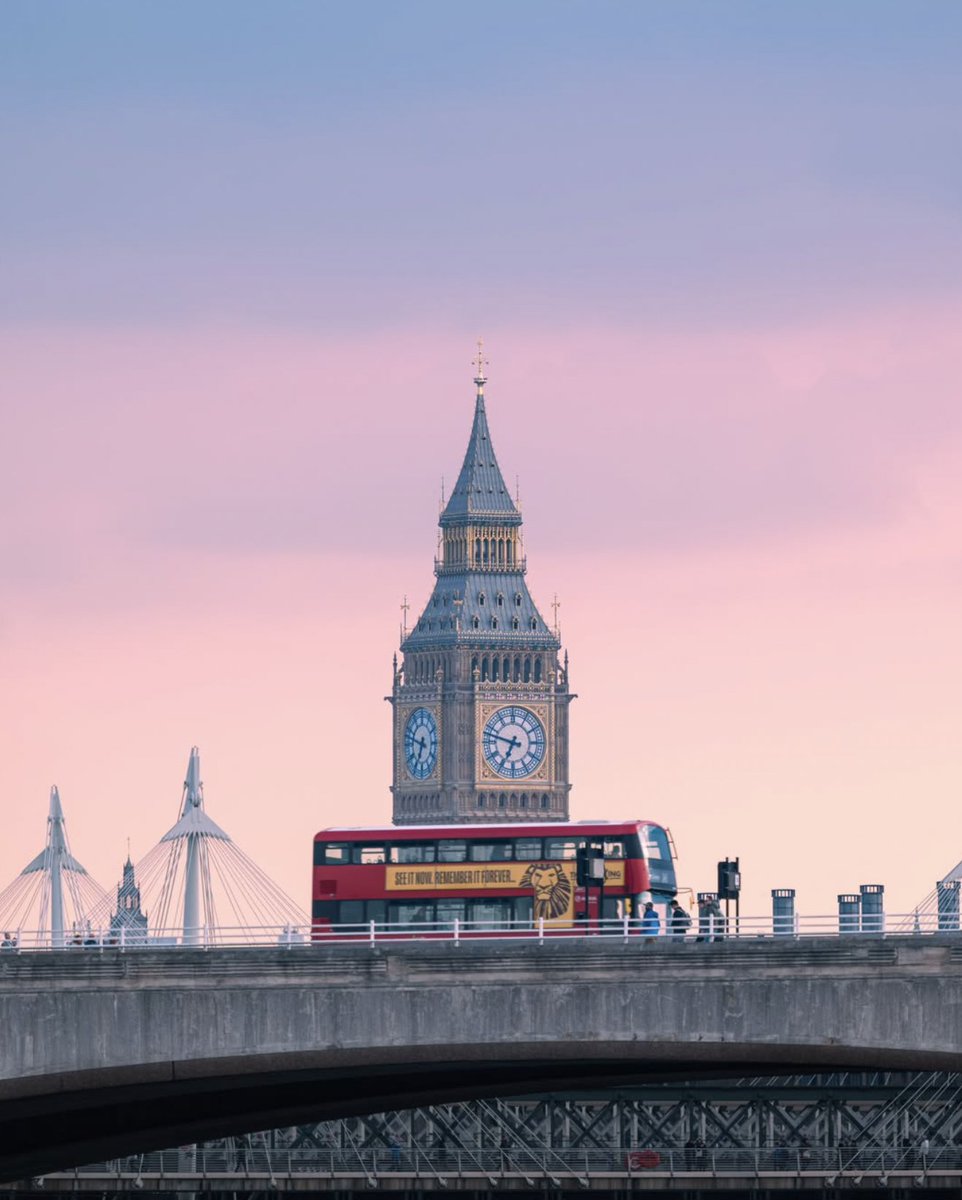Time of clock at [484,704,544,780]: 6:47
